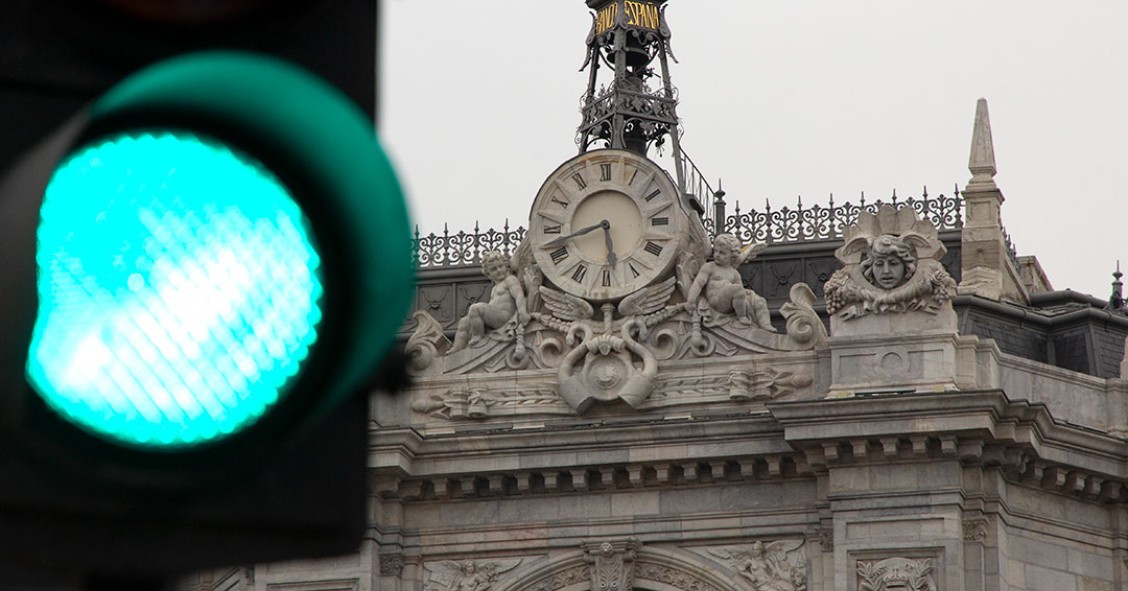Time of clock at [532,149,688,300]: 5:42
